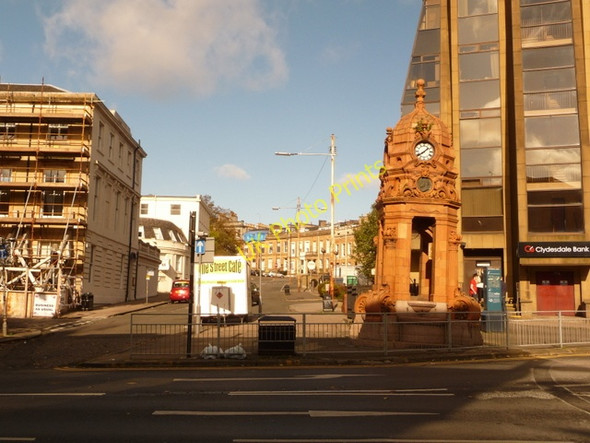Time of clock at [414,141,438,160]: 1:39
